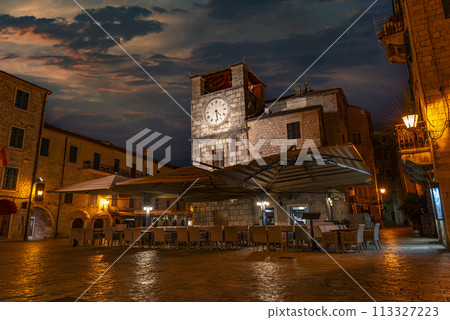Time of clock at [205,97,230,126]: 4:28
